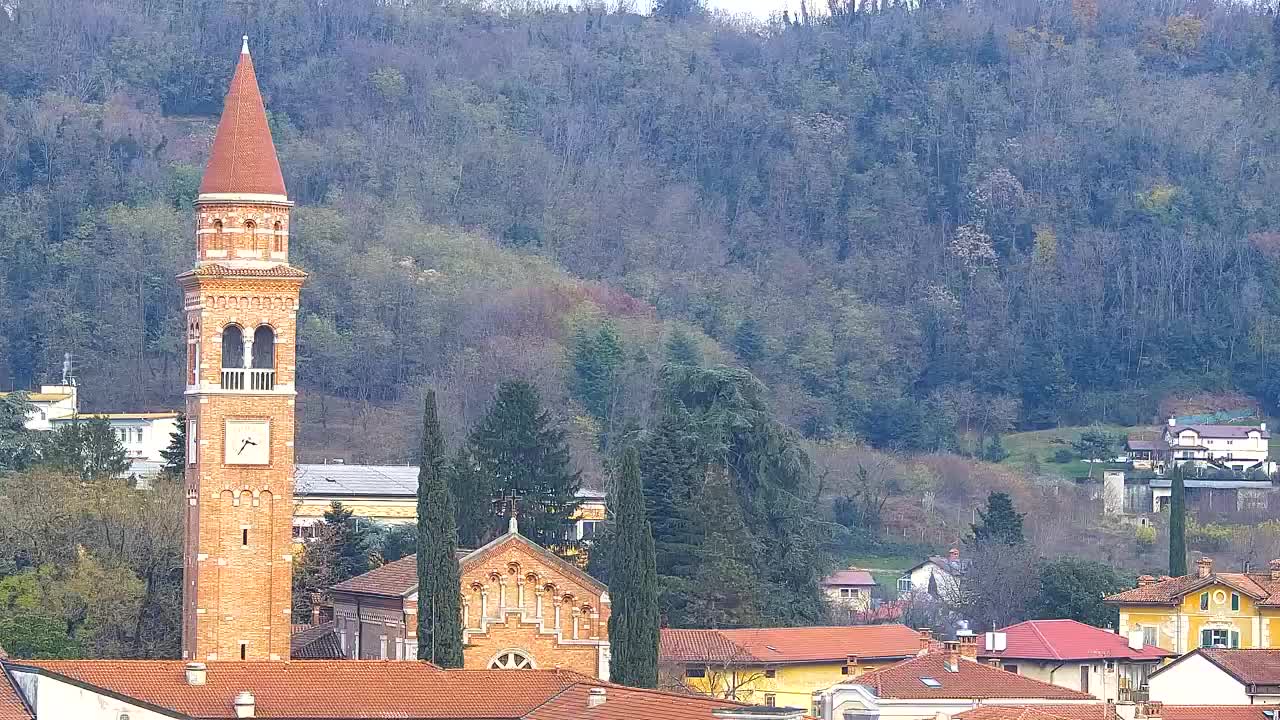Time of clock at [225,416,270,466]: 3:35
